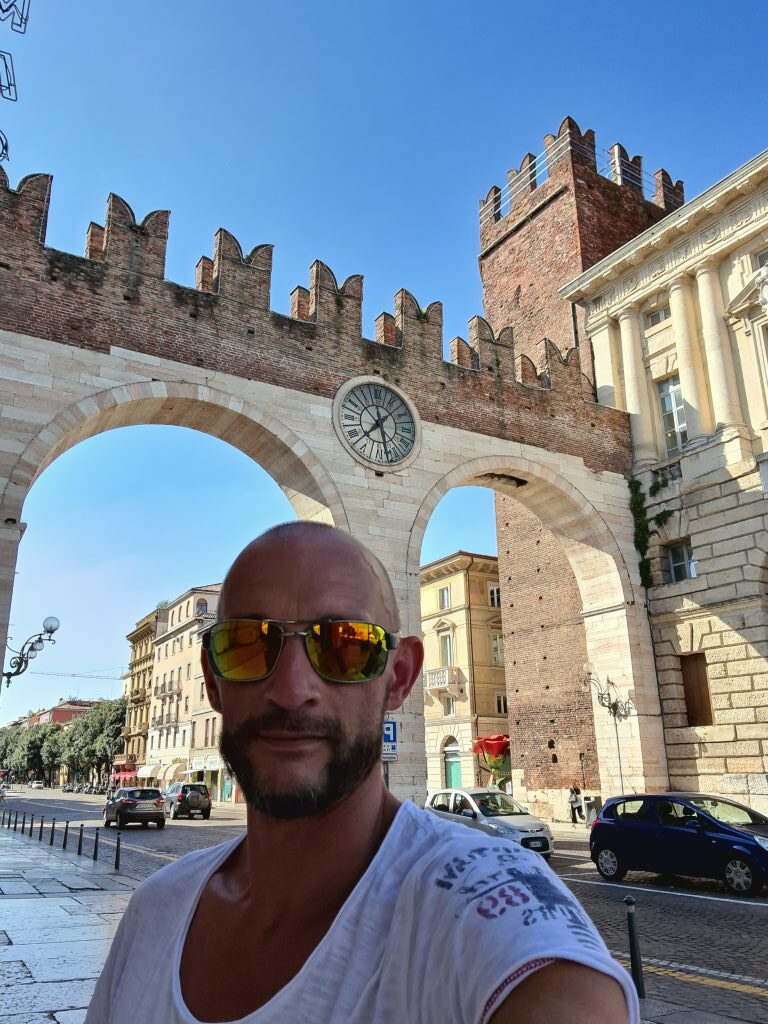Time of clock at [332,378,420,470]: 7:27
